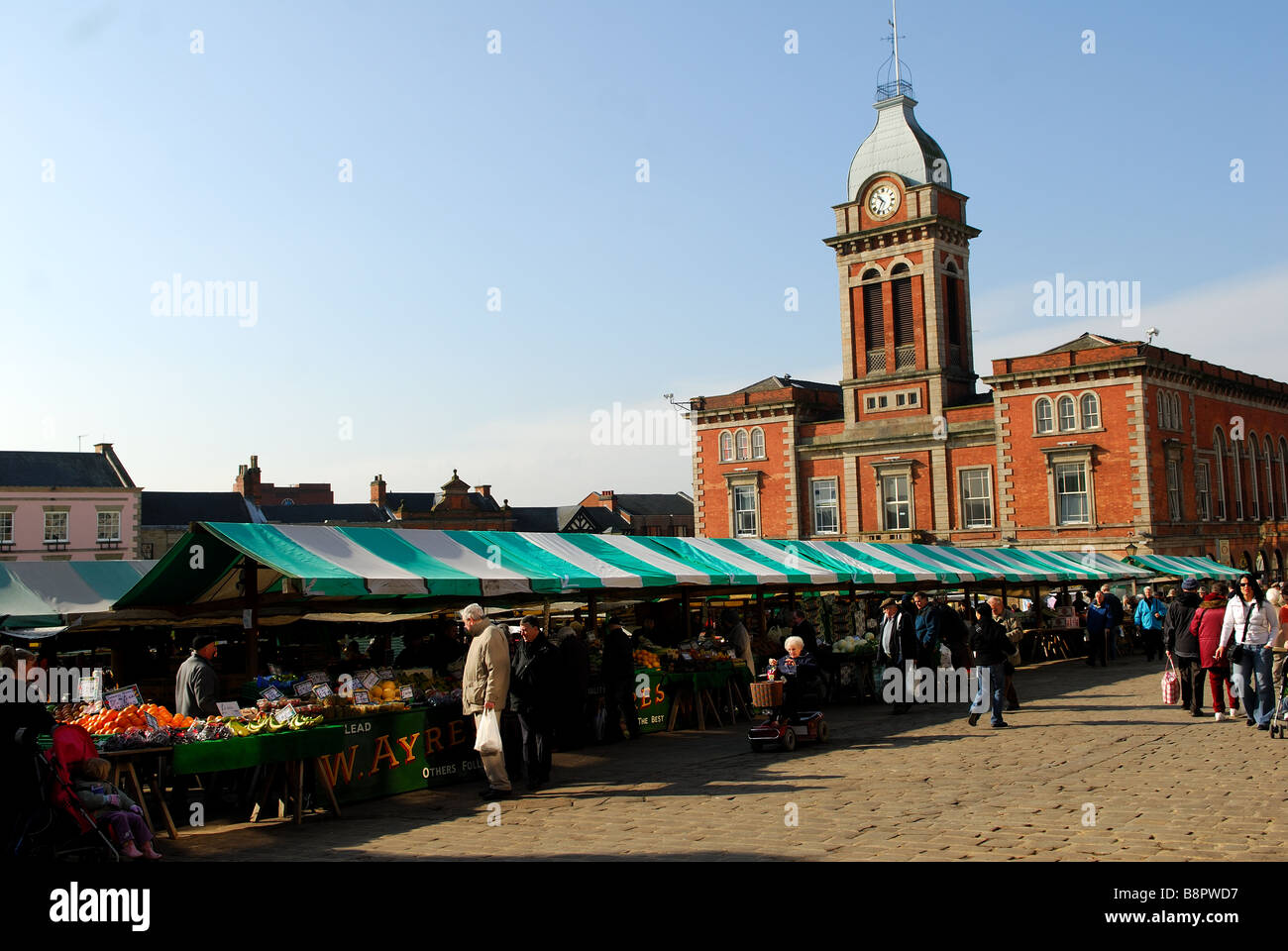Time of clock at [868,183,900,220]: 10:35
